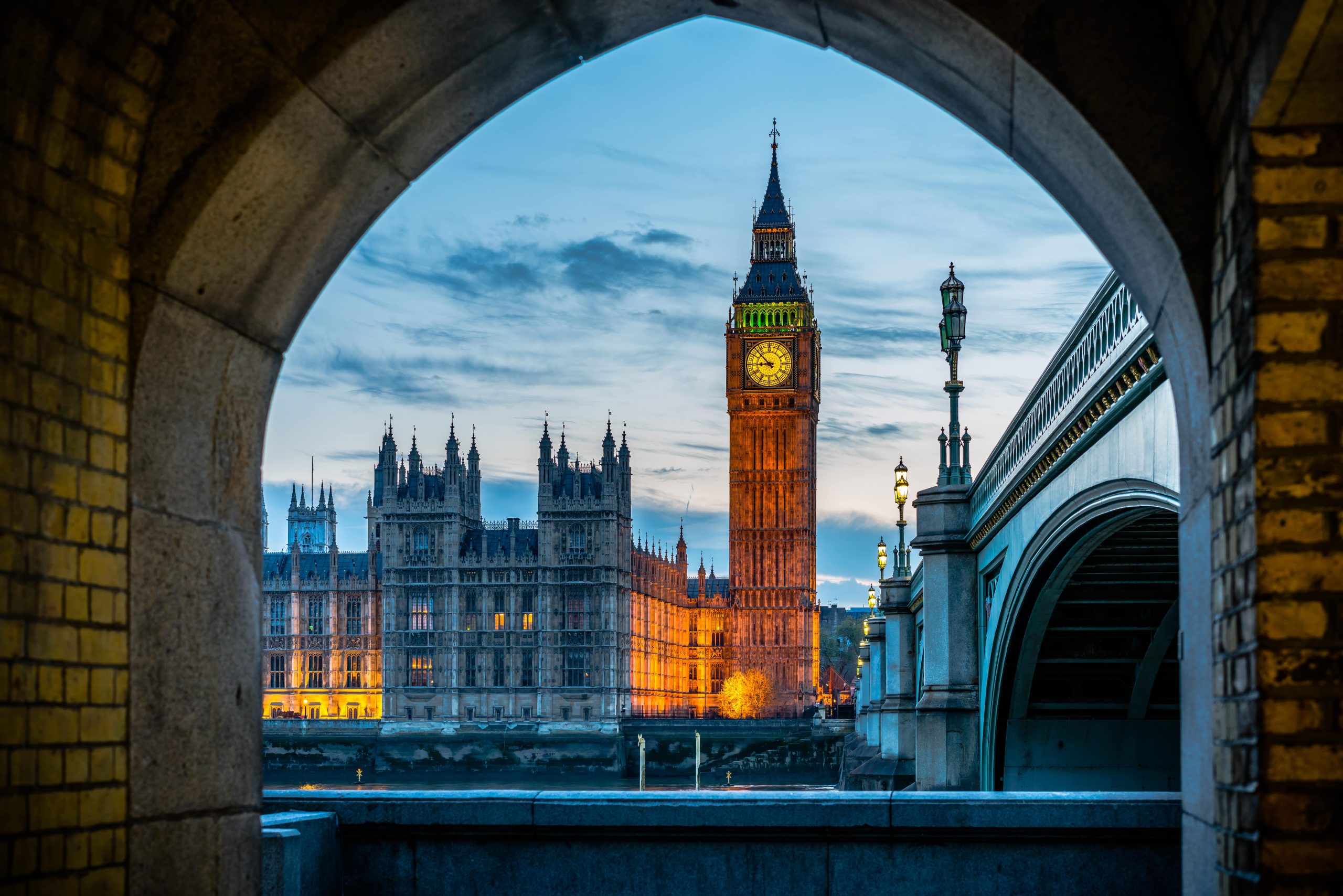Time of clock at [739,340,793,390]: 8:52
